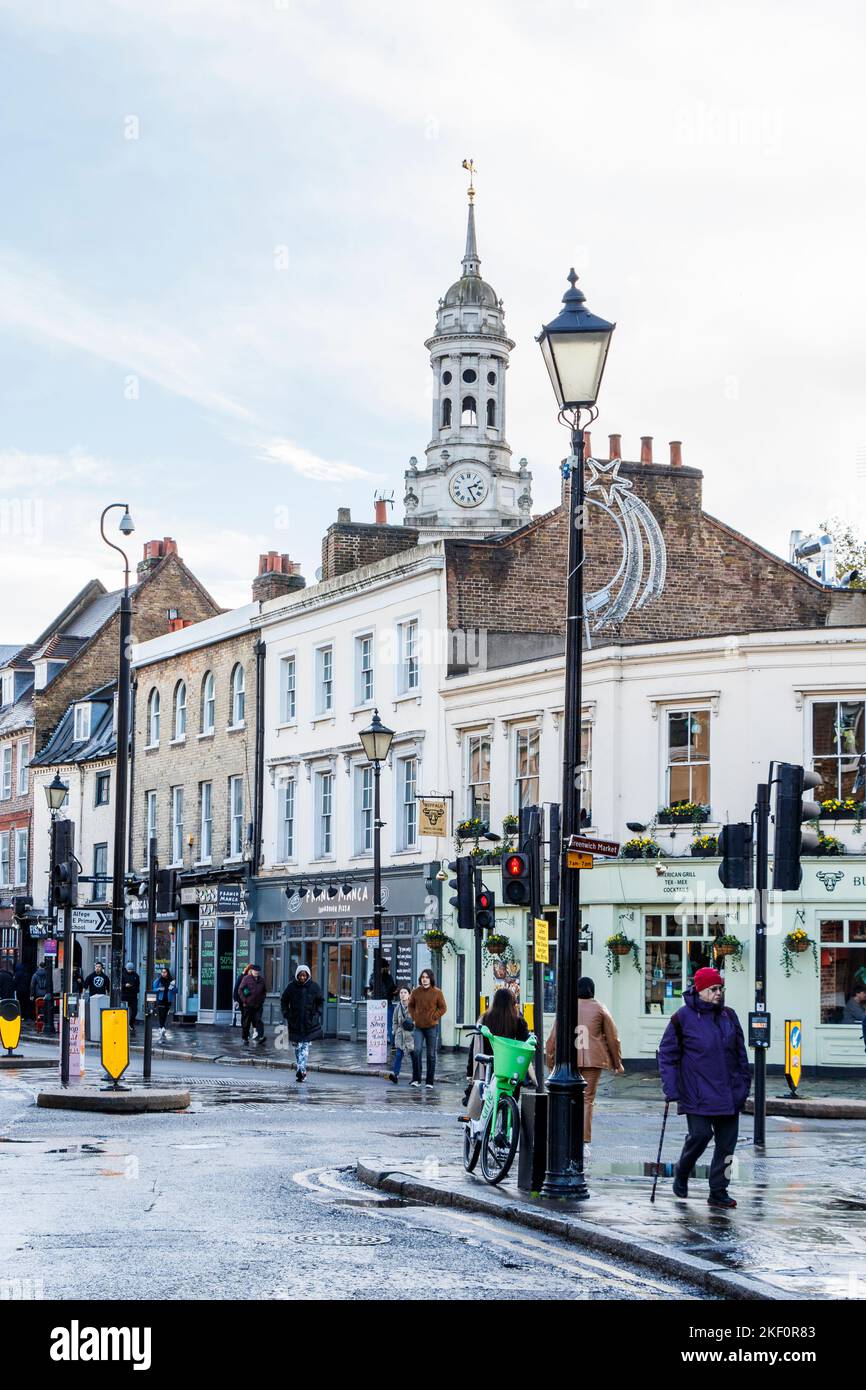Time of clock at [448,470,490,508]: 2:25
